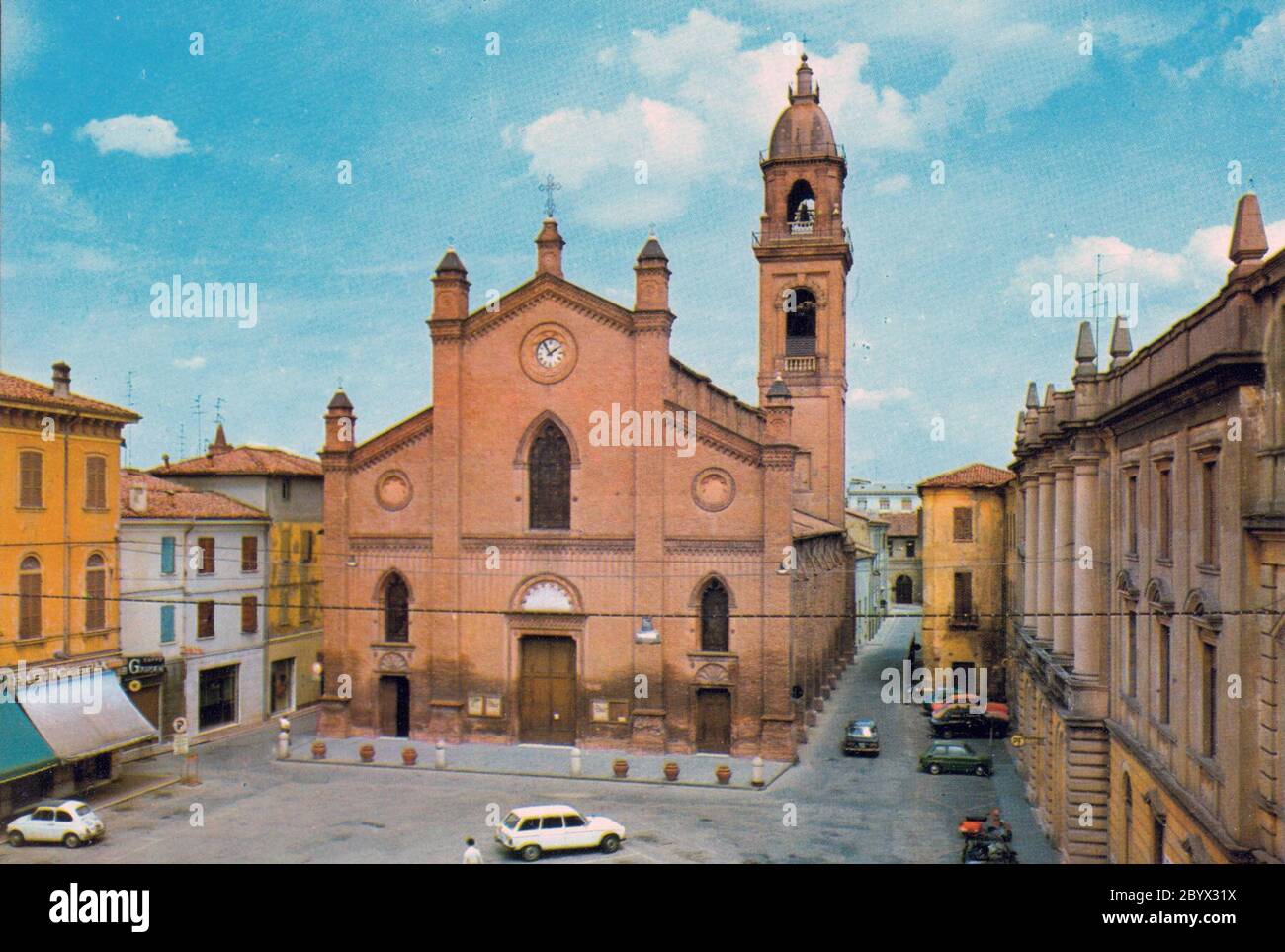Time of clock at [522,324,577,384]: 1:54
